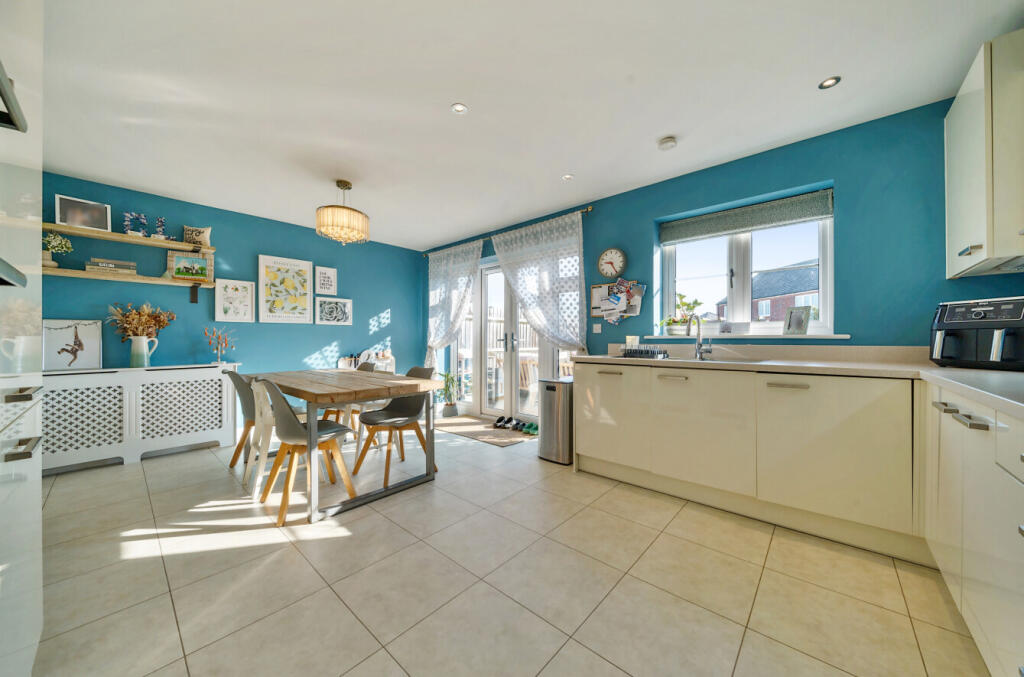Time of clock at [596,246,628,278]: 9:25
